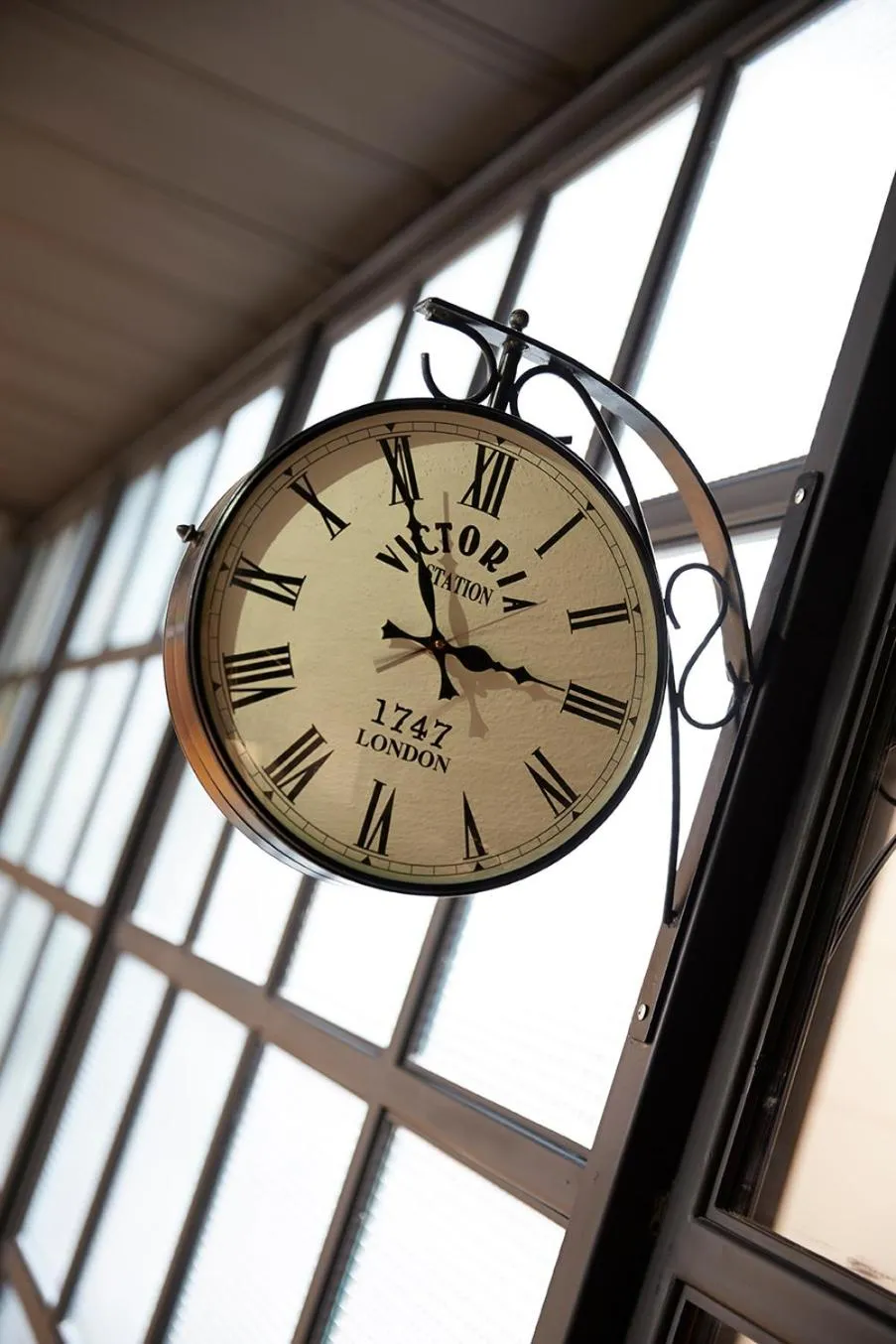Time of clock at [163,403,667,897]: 2:54
